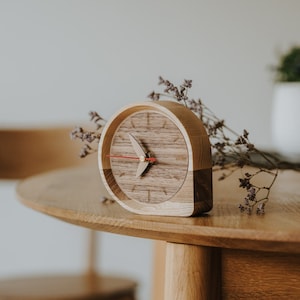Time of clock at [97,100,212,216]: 6:54
